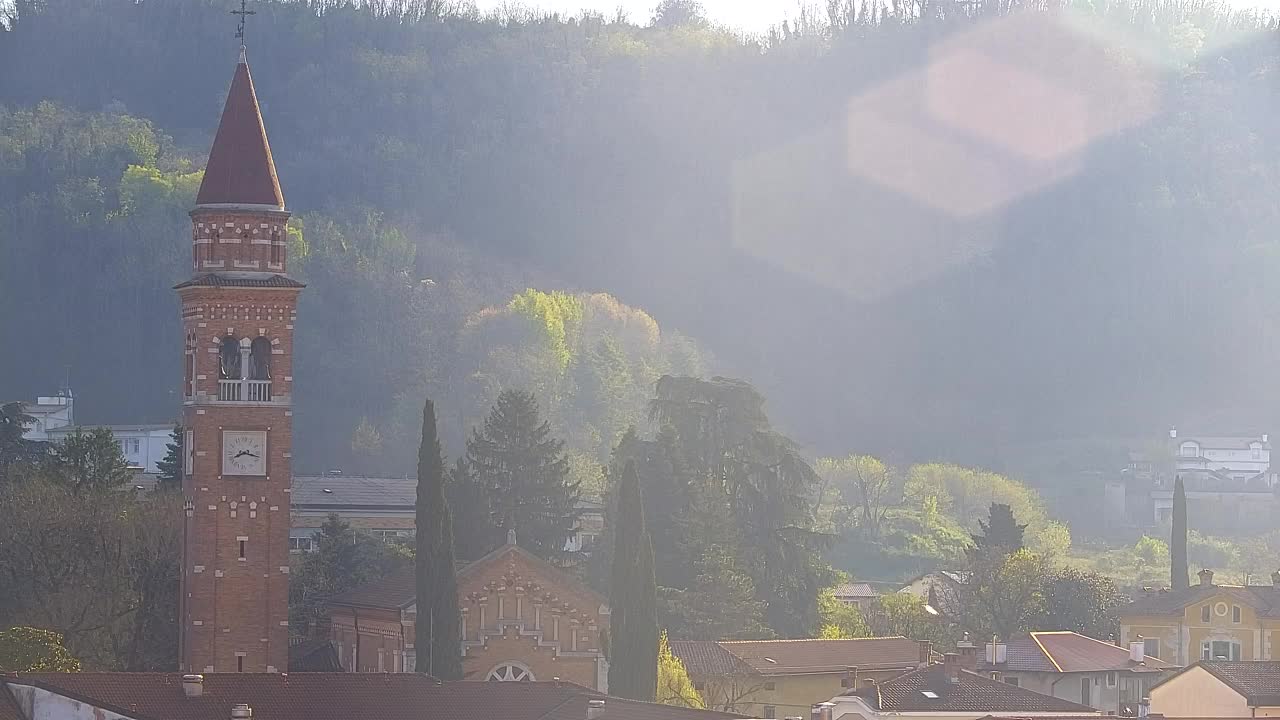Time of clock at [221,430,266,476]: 8:17
